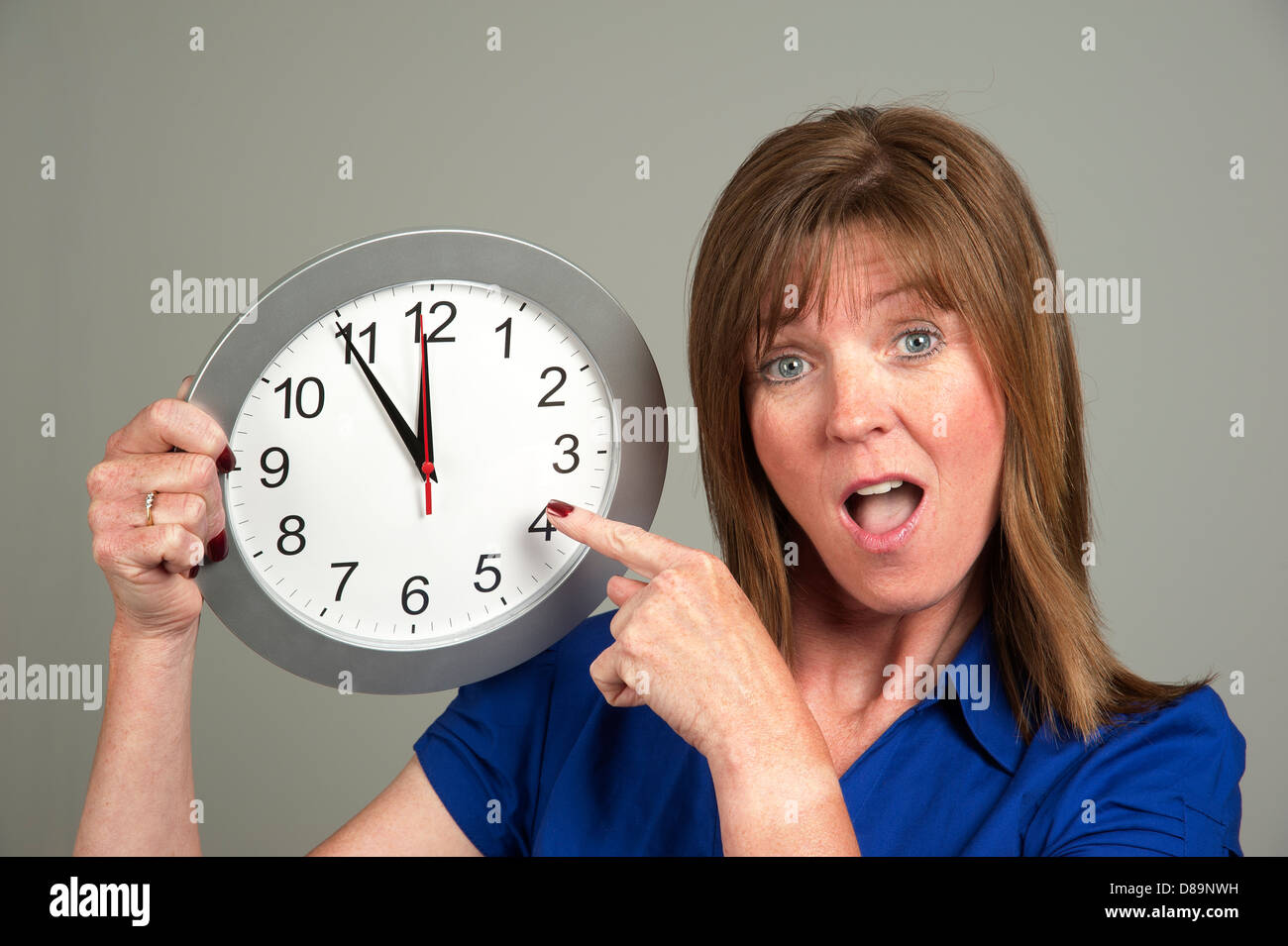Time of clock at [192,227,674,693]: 11:54
